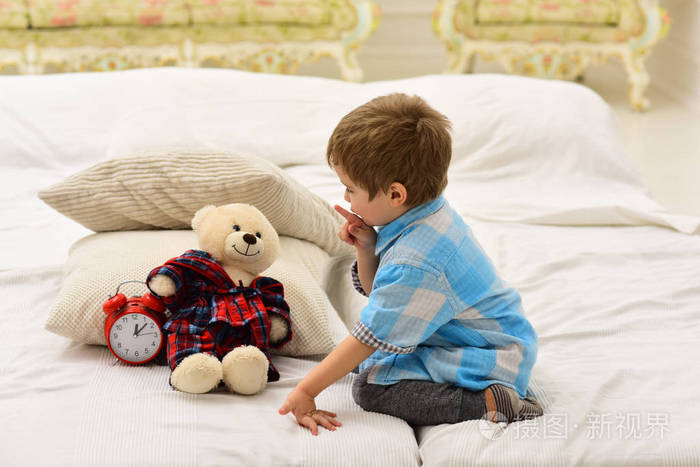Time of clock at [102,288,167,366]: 12:07
